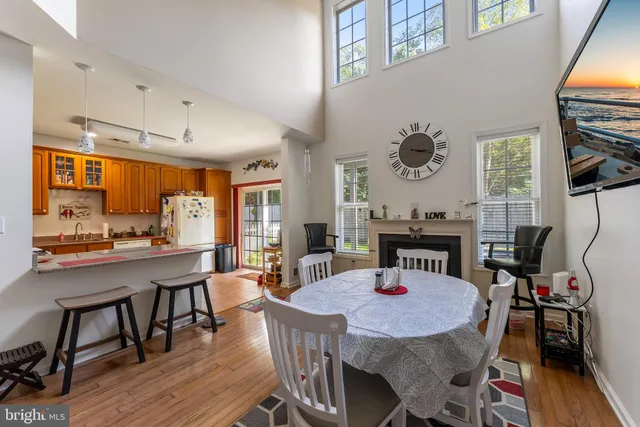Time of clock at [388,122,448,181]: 3:18
